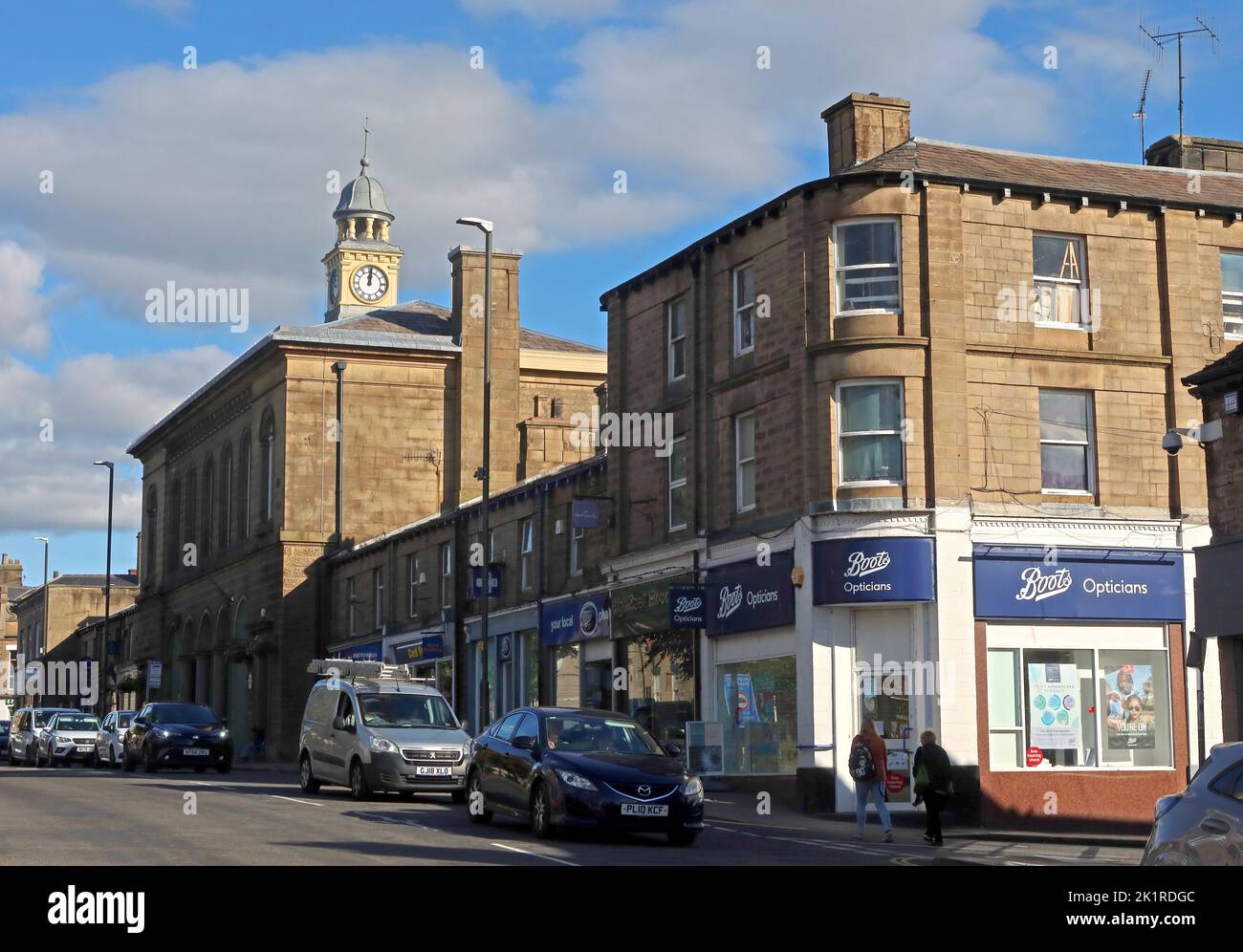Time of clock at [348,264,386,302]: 12:01
